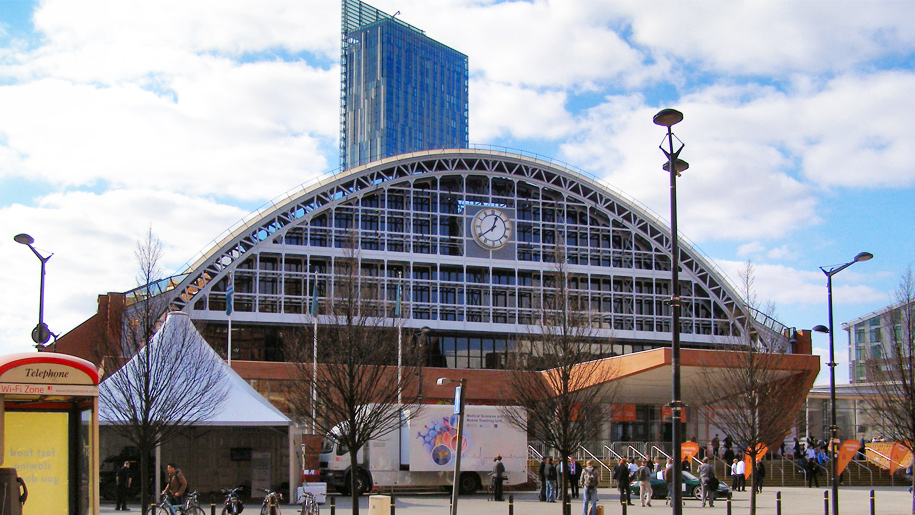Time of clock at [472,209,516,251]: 12:39
